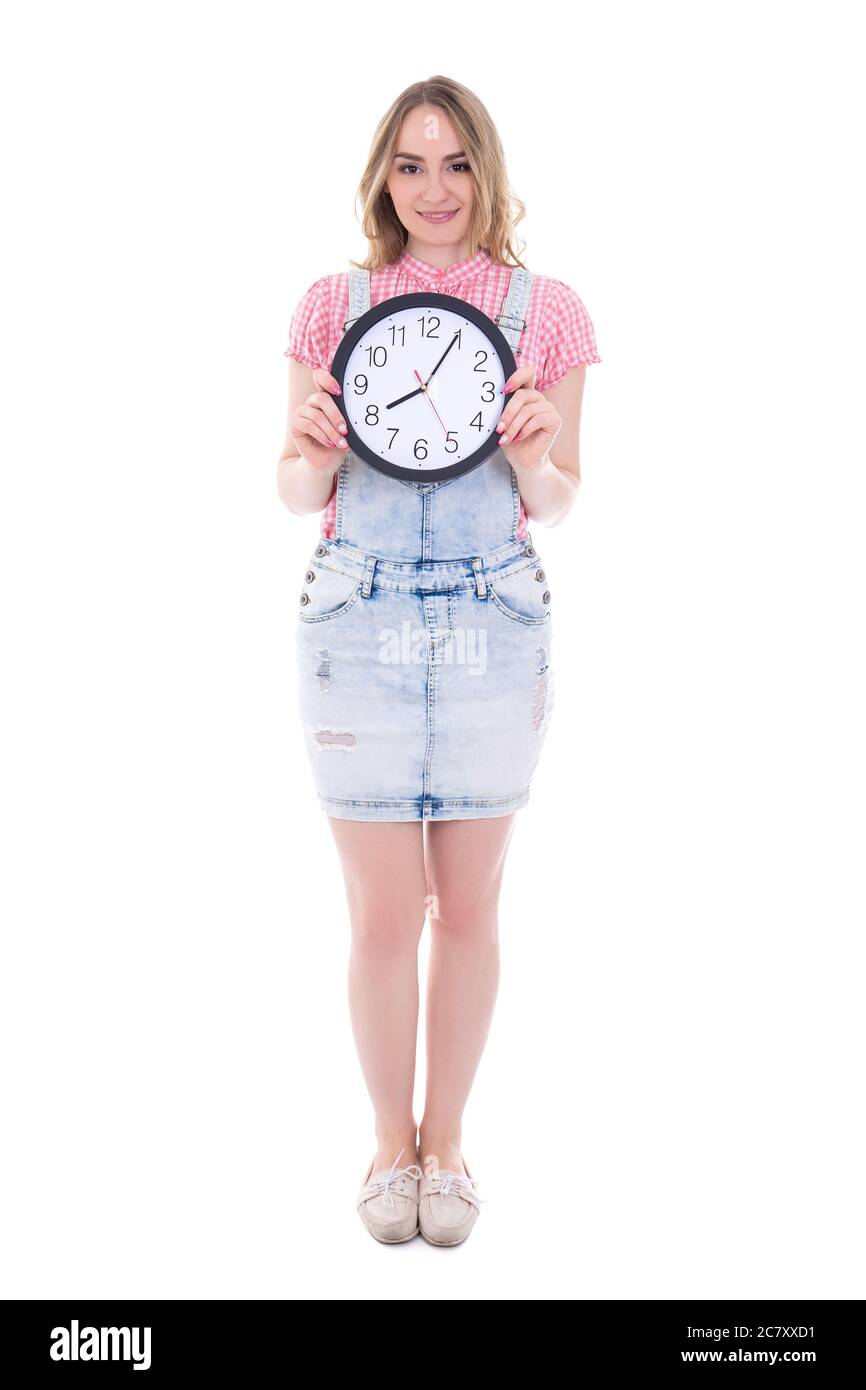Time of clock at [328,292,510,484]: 8:04
